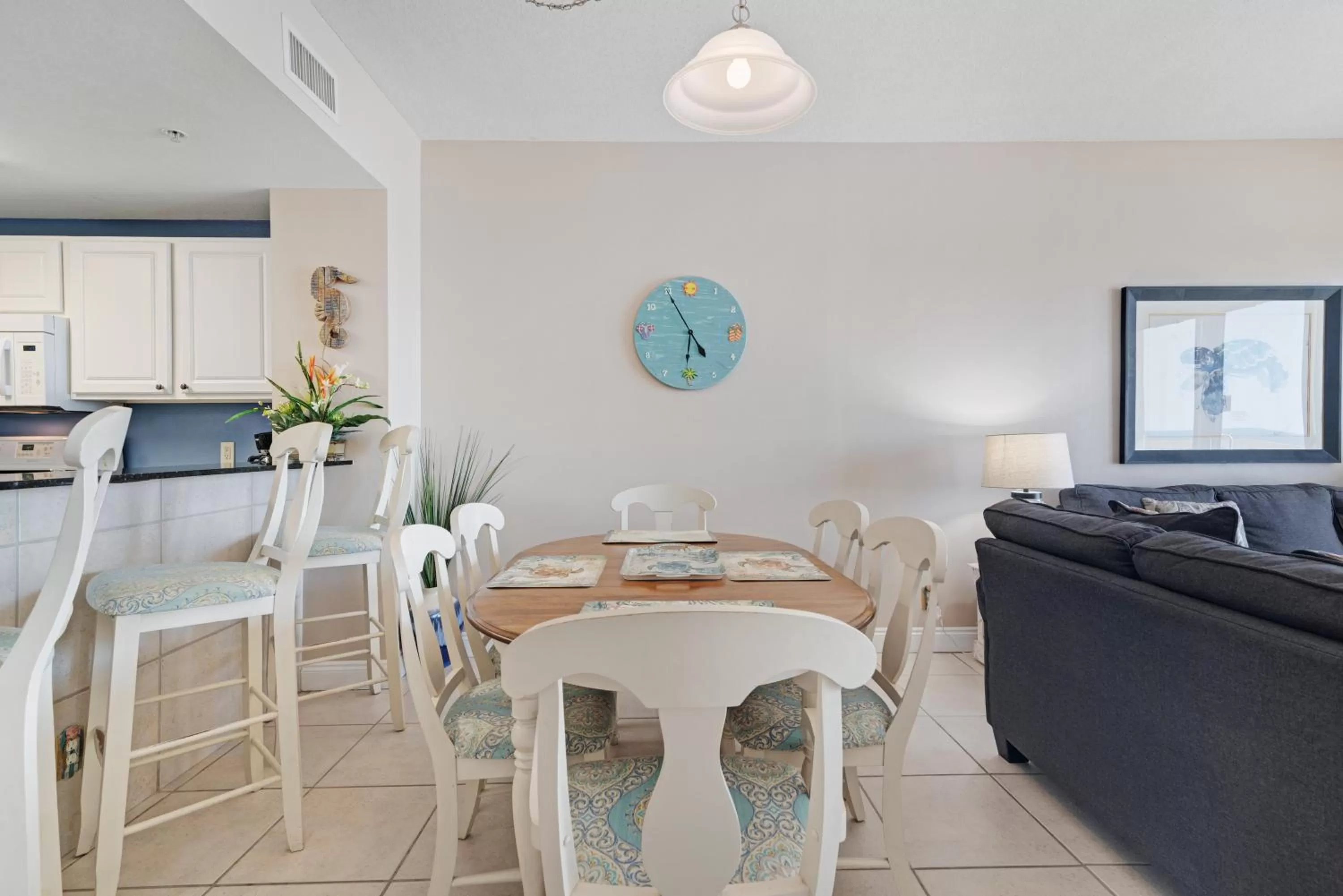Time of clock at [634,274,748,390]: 4:54
